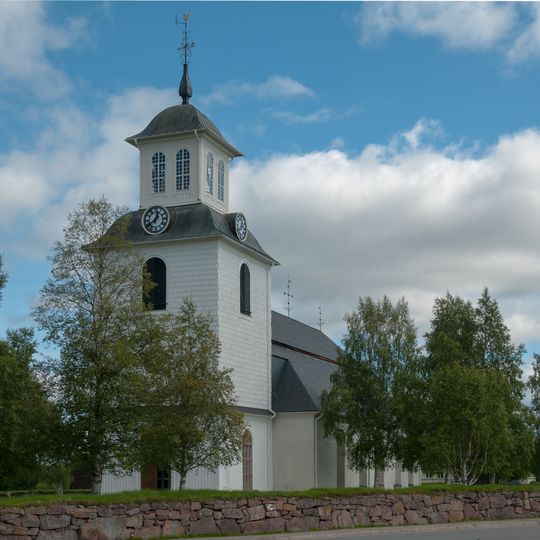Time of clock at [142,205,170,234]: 12:39
